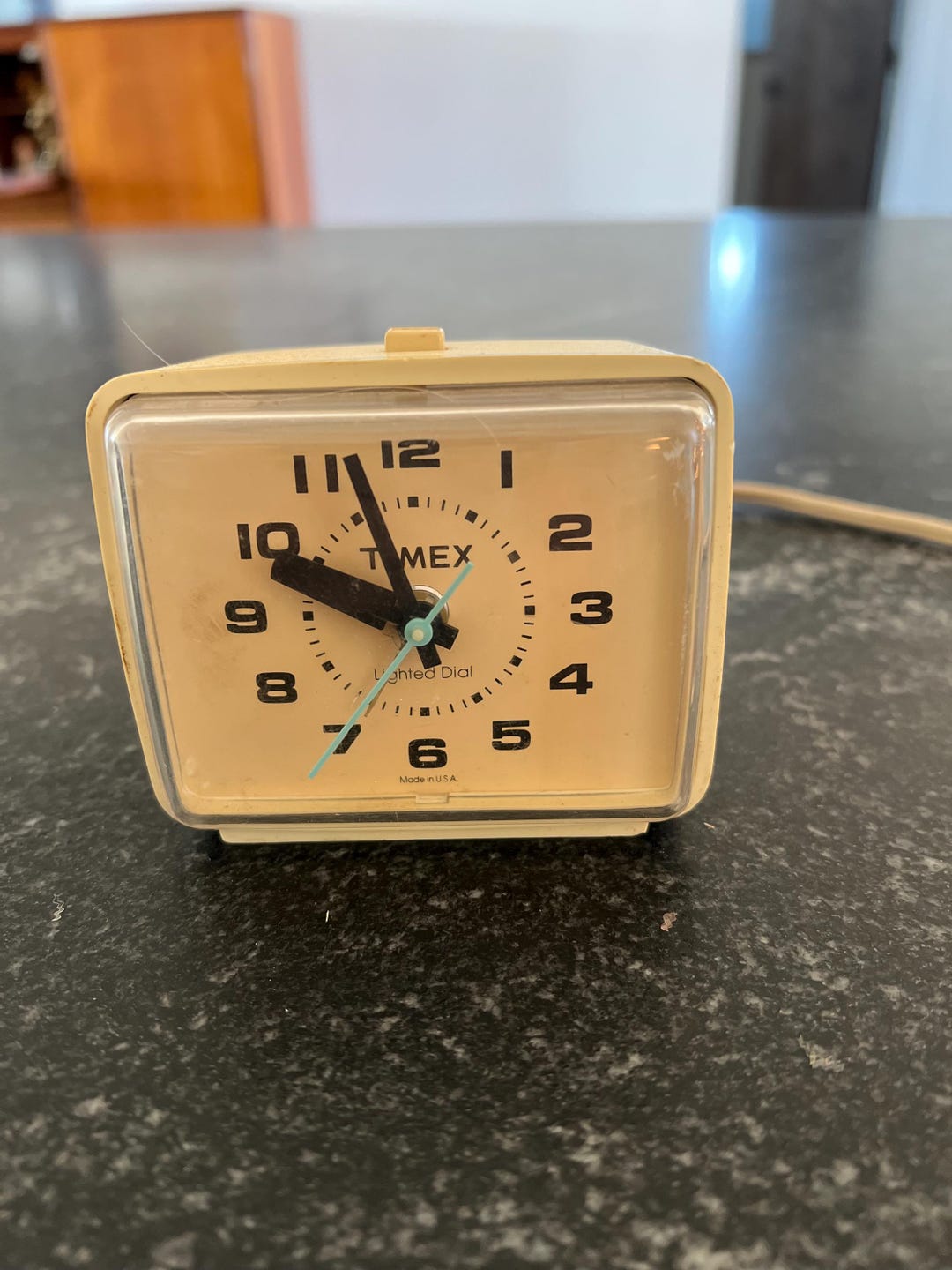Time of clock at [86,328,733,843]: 9:57
